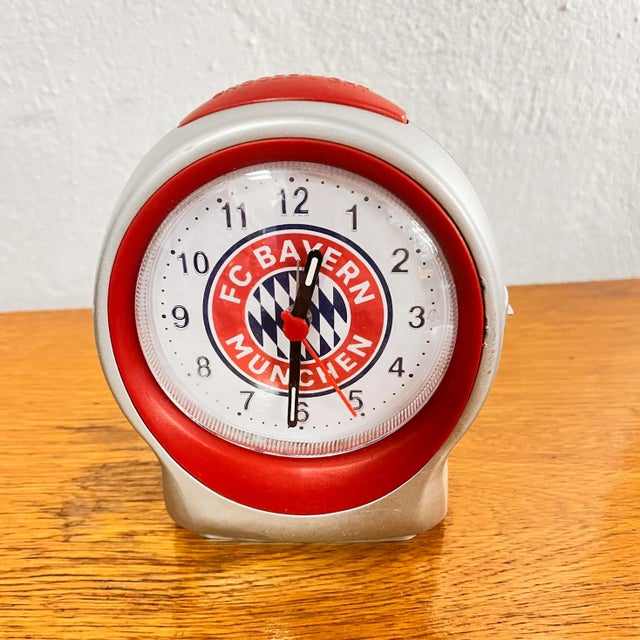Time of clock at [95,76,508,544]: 12:30
